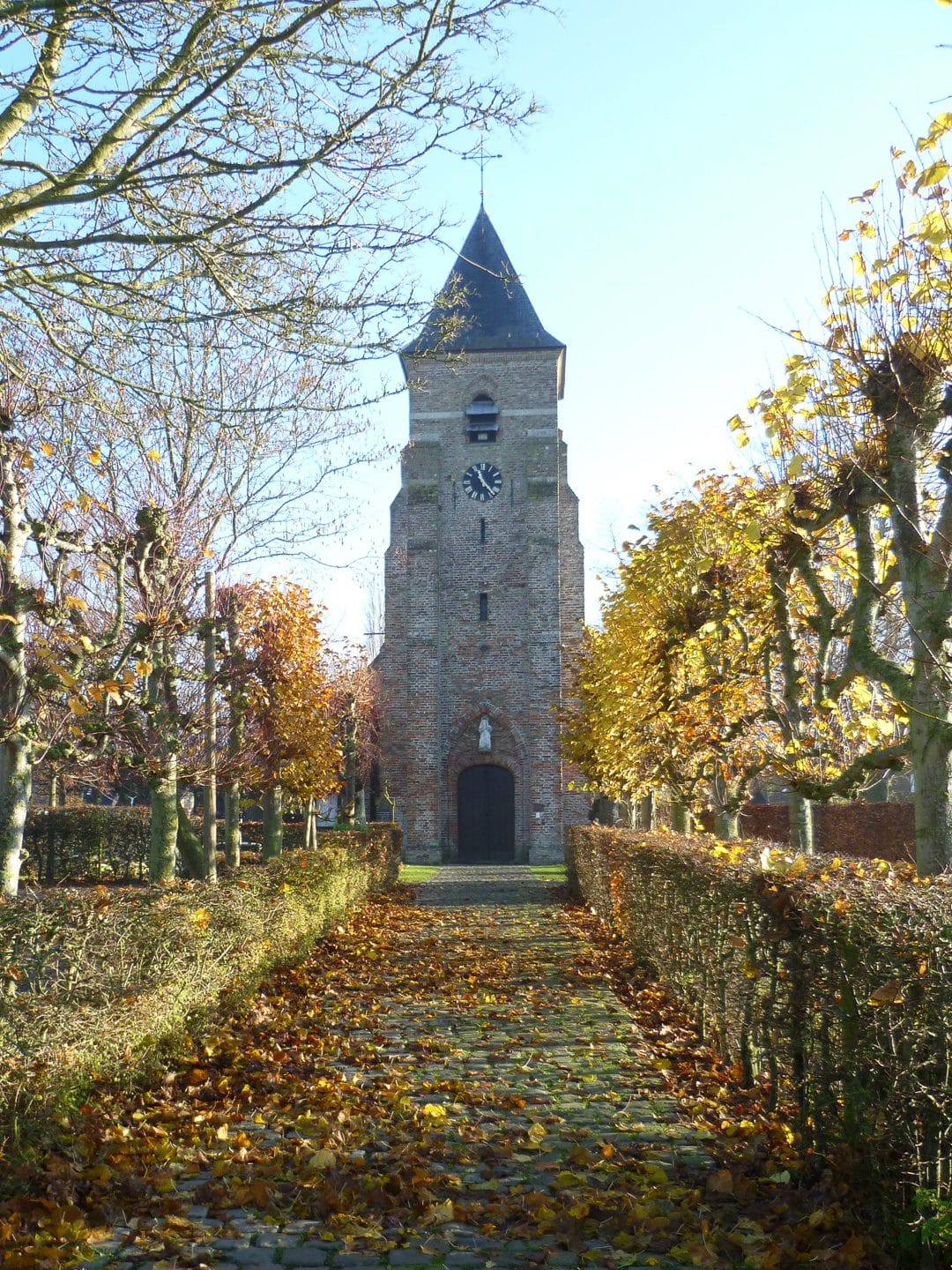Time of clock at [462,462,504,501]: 11:23
